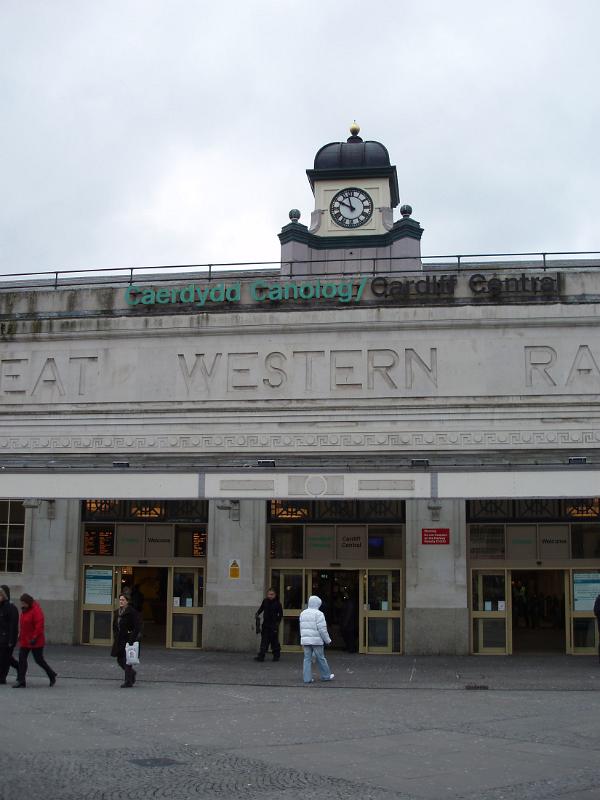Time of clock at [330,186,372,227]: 9:57
